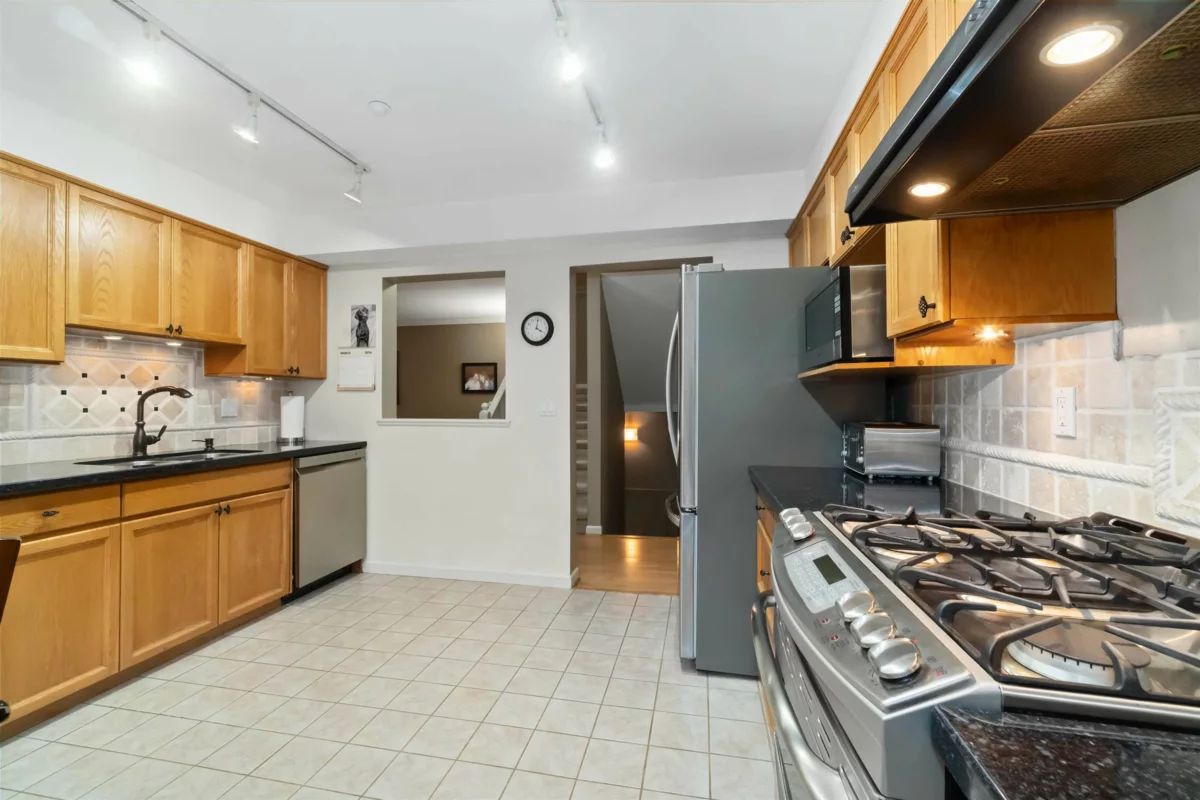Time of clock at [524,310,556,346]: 4:02
